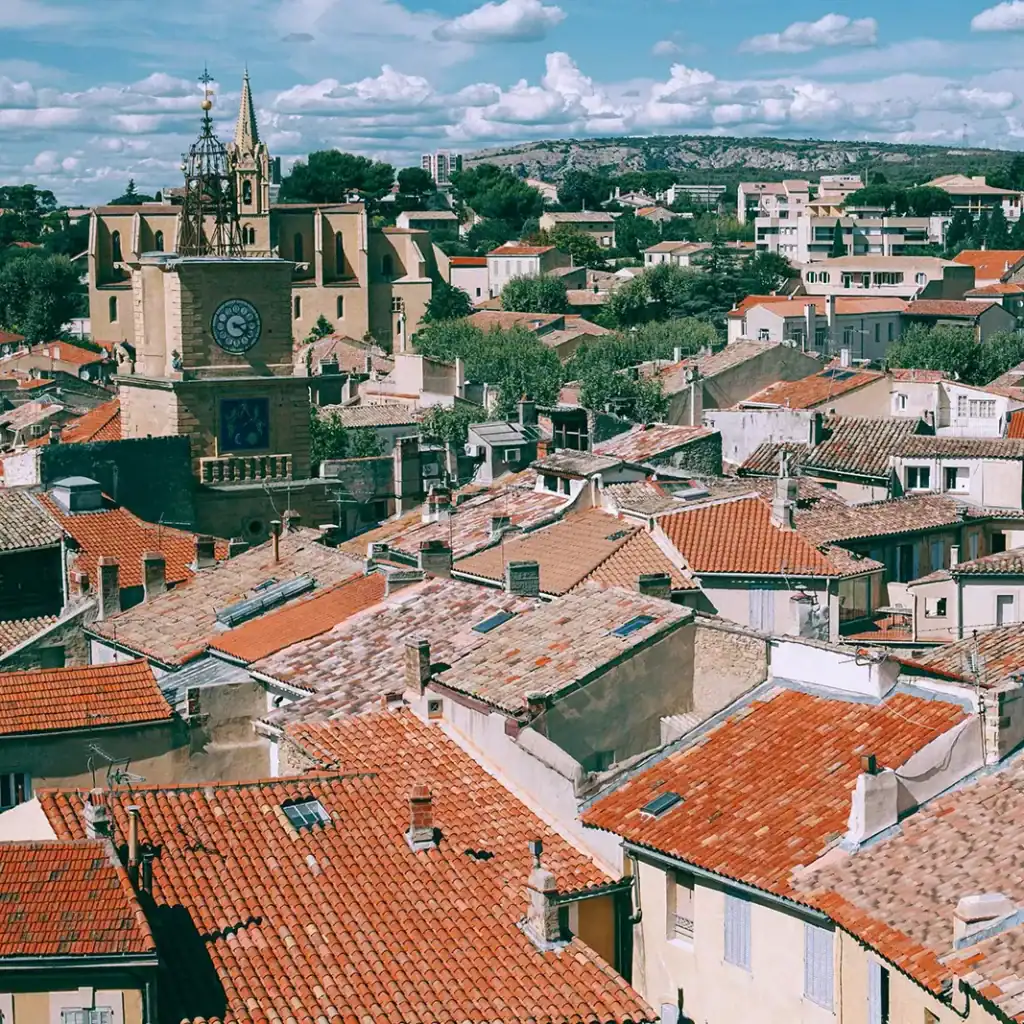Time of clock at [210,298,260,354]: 4:12
